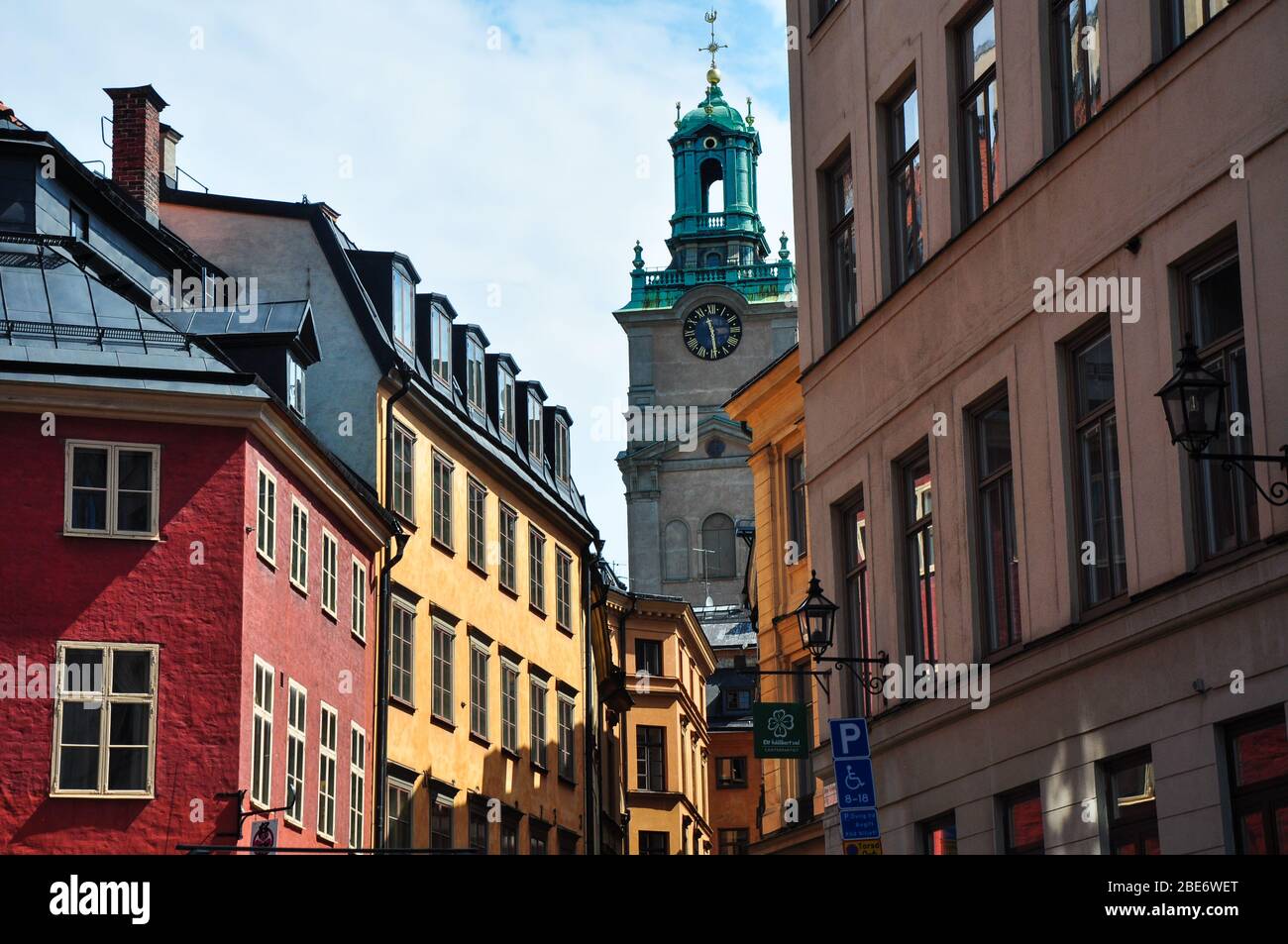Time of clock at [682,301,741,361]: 11:29
